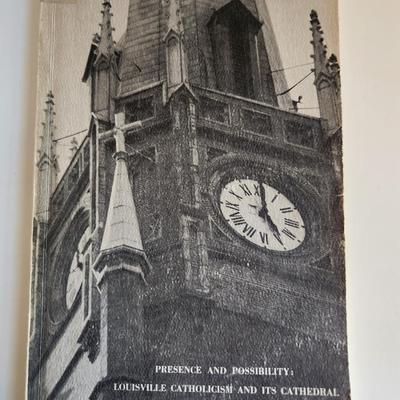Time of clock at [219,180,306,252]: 5:00
